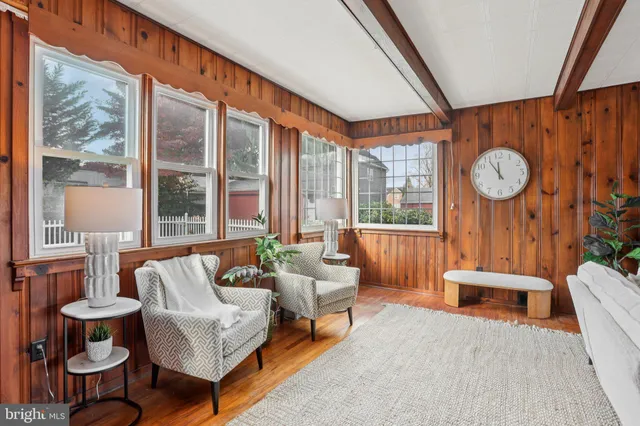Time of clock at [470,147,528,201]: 11:54
